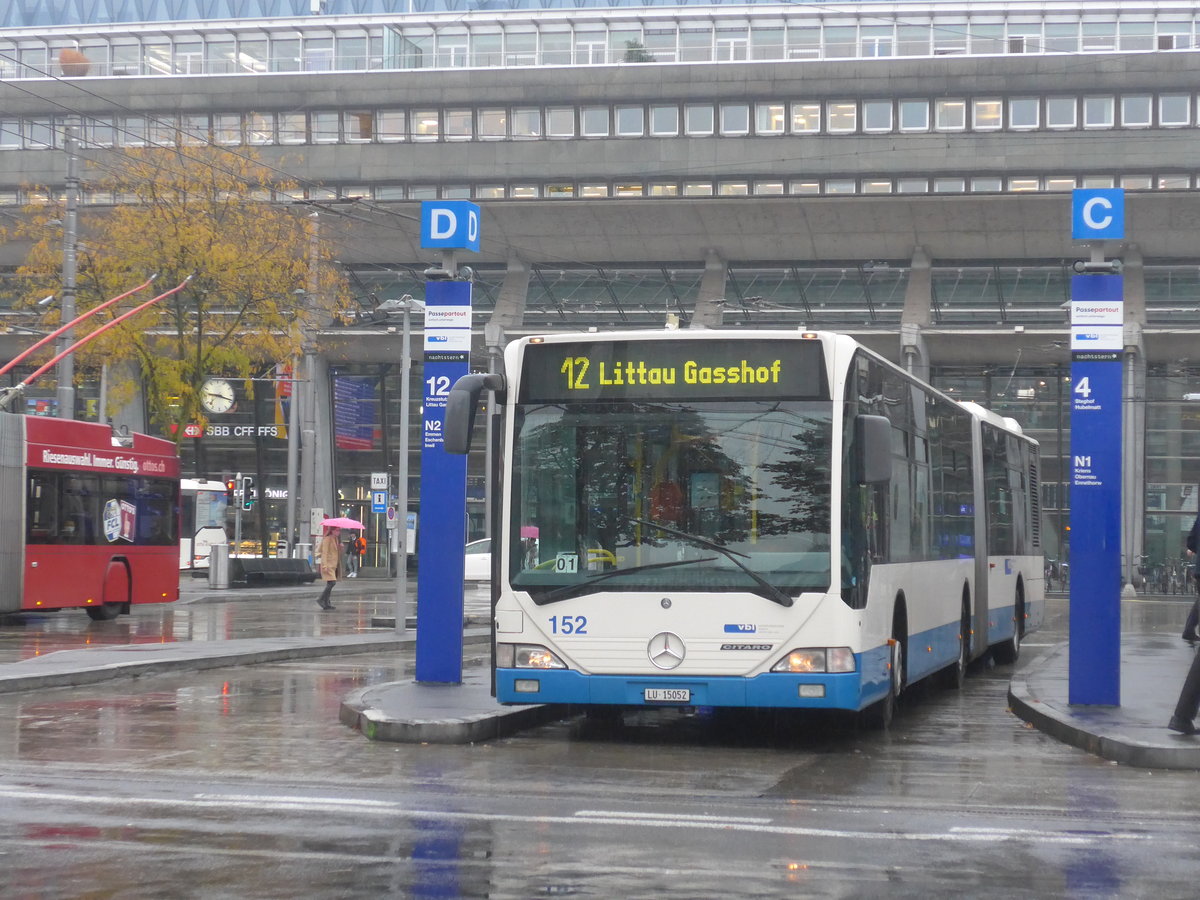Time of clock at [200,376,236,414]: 9:18
